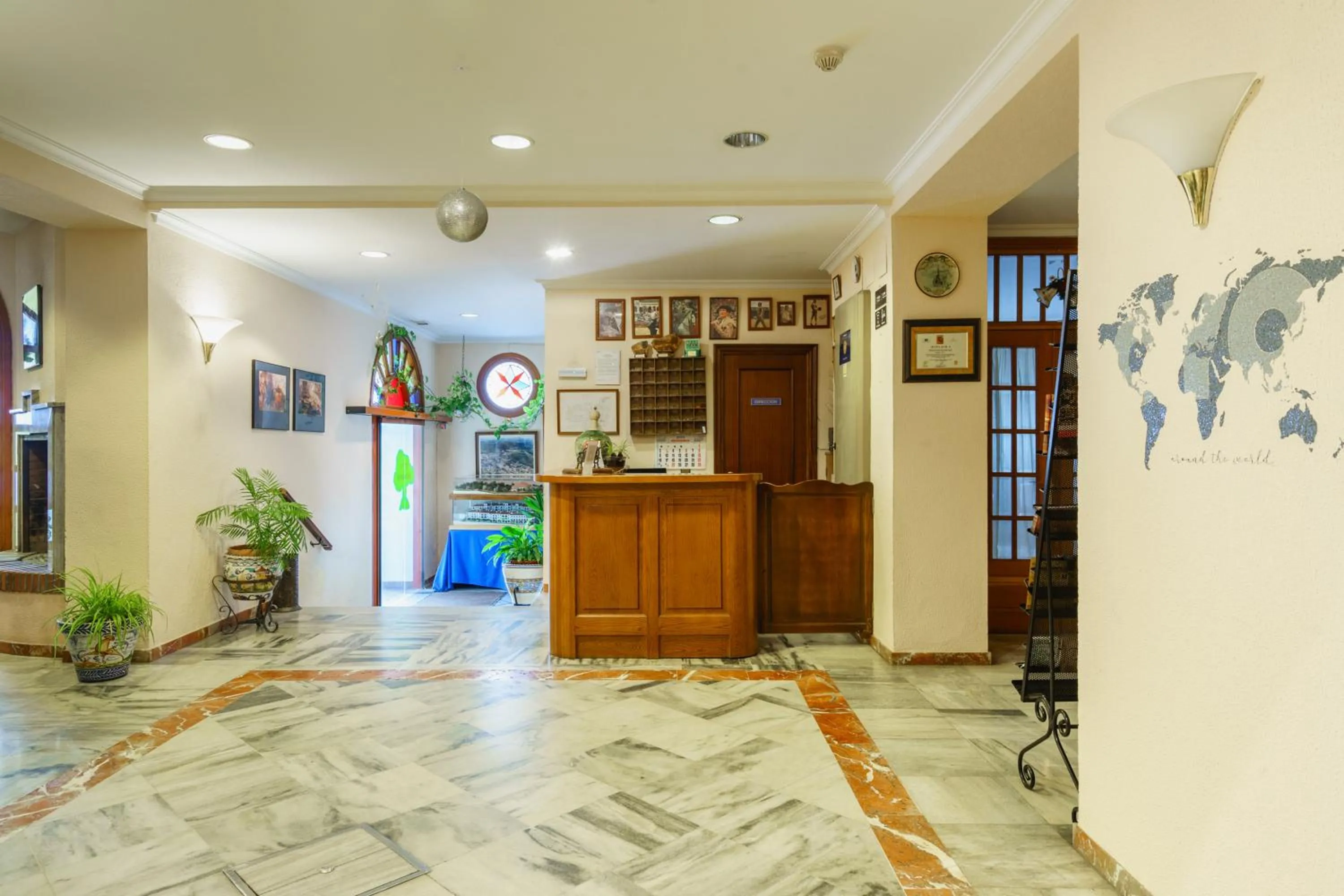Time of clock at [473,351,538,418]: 1:37
